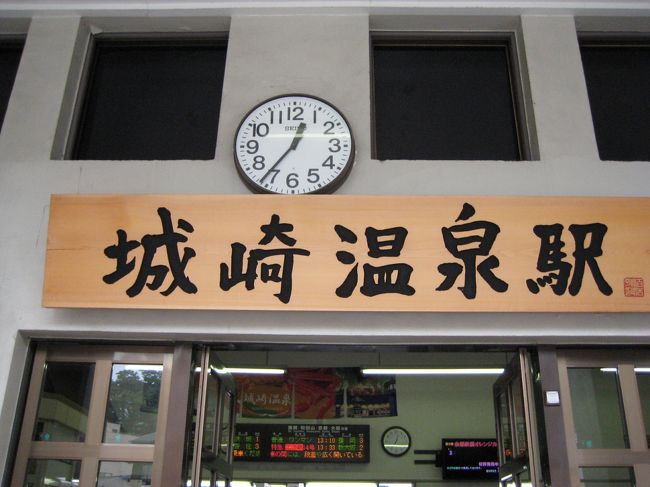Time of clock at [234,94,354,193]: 12:36
